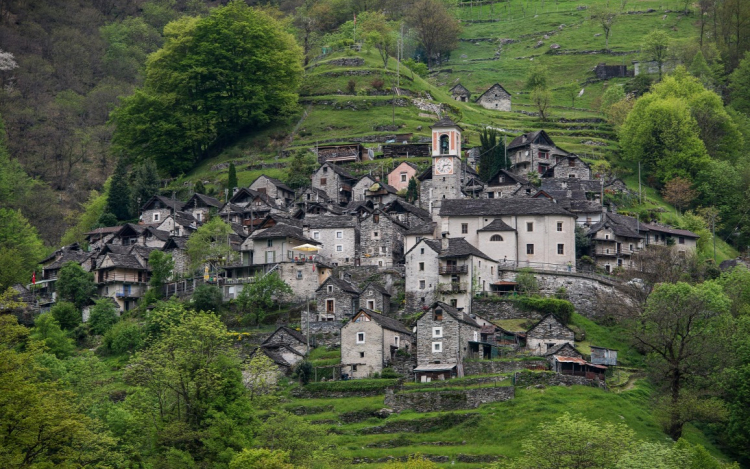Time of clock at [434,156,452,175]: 2:33
